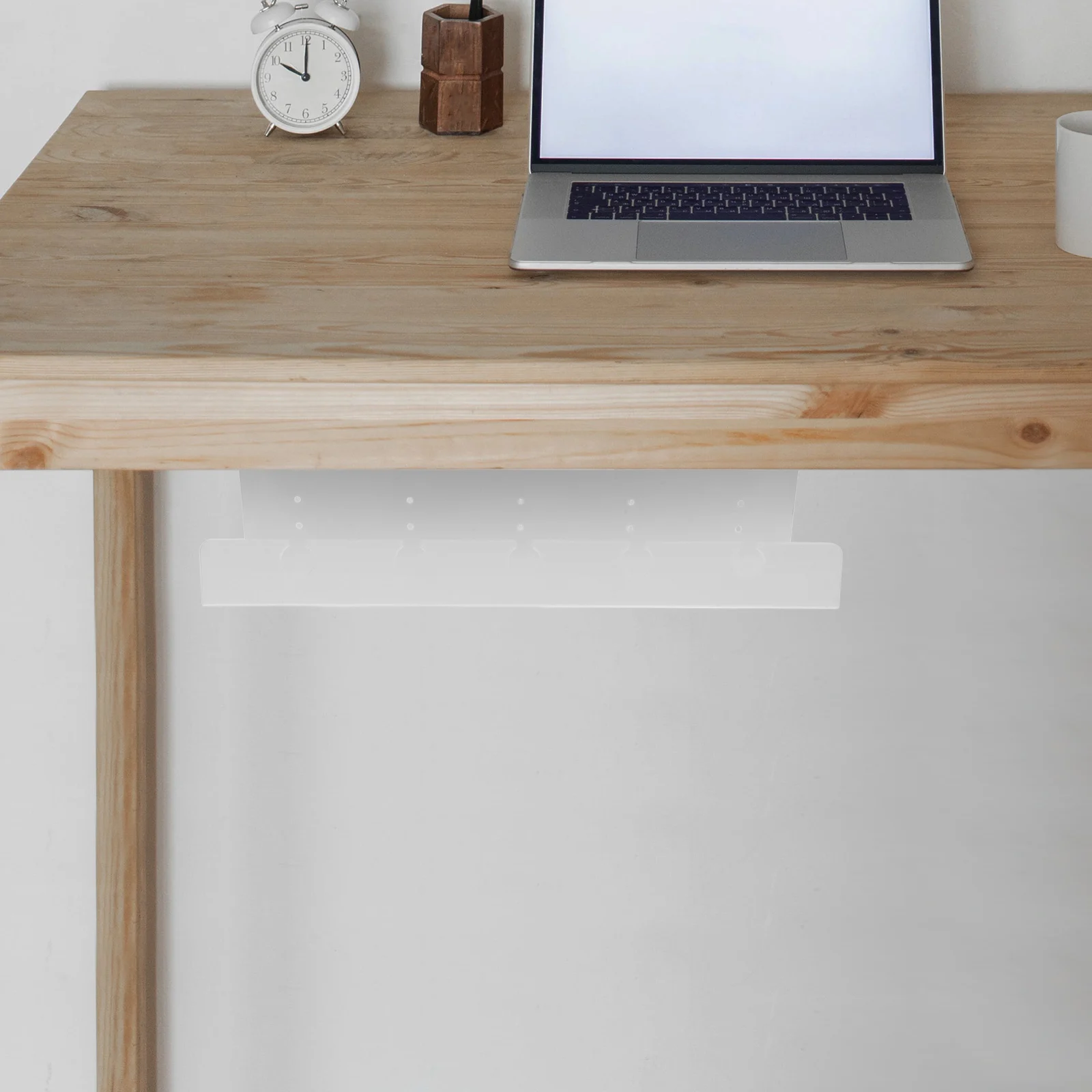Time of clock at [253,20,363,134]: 10:00
